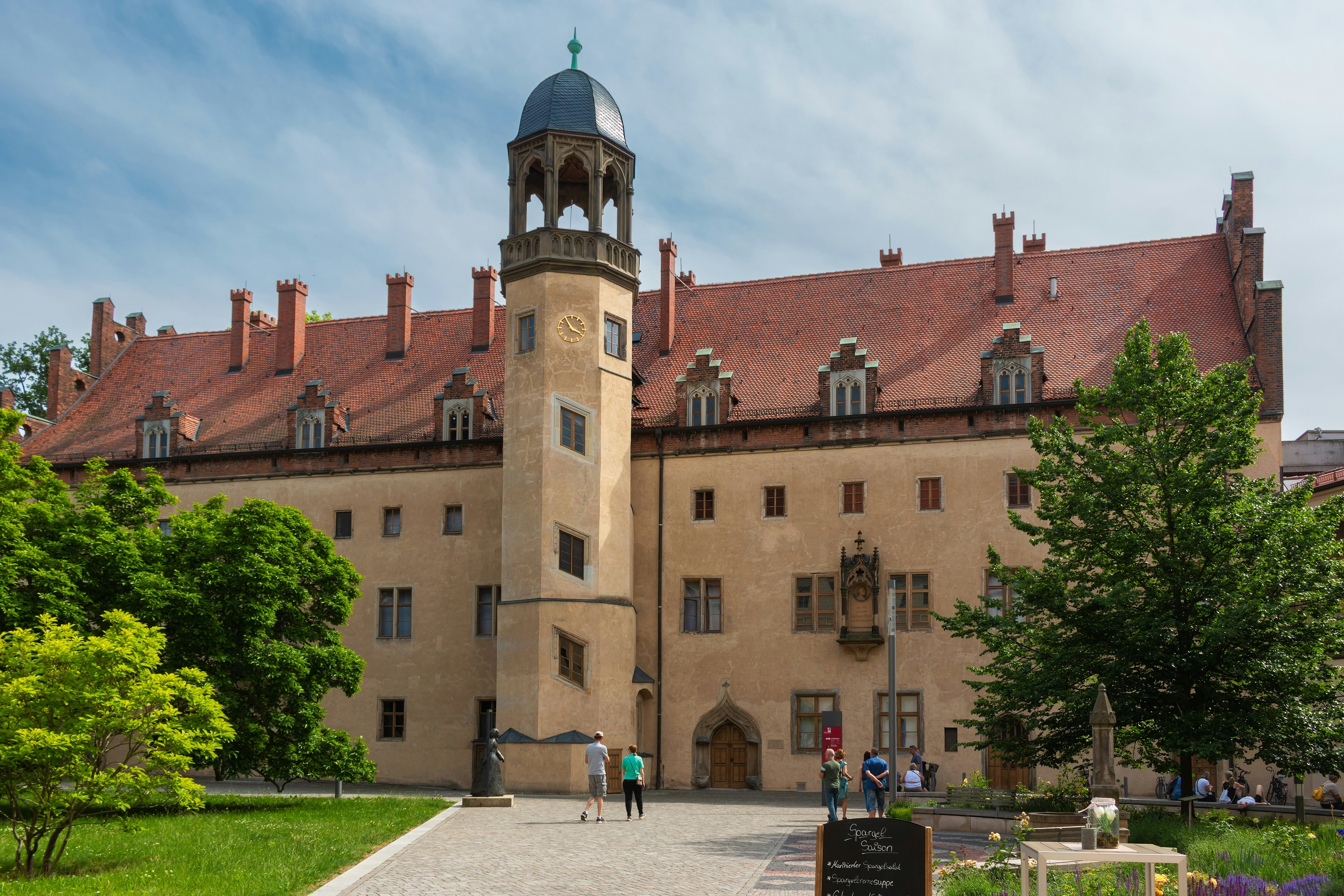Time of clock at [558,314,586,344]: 3:54
